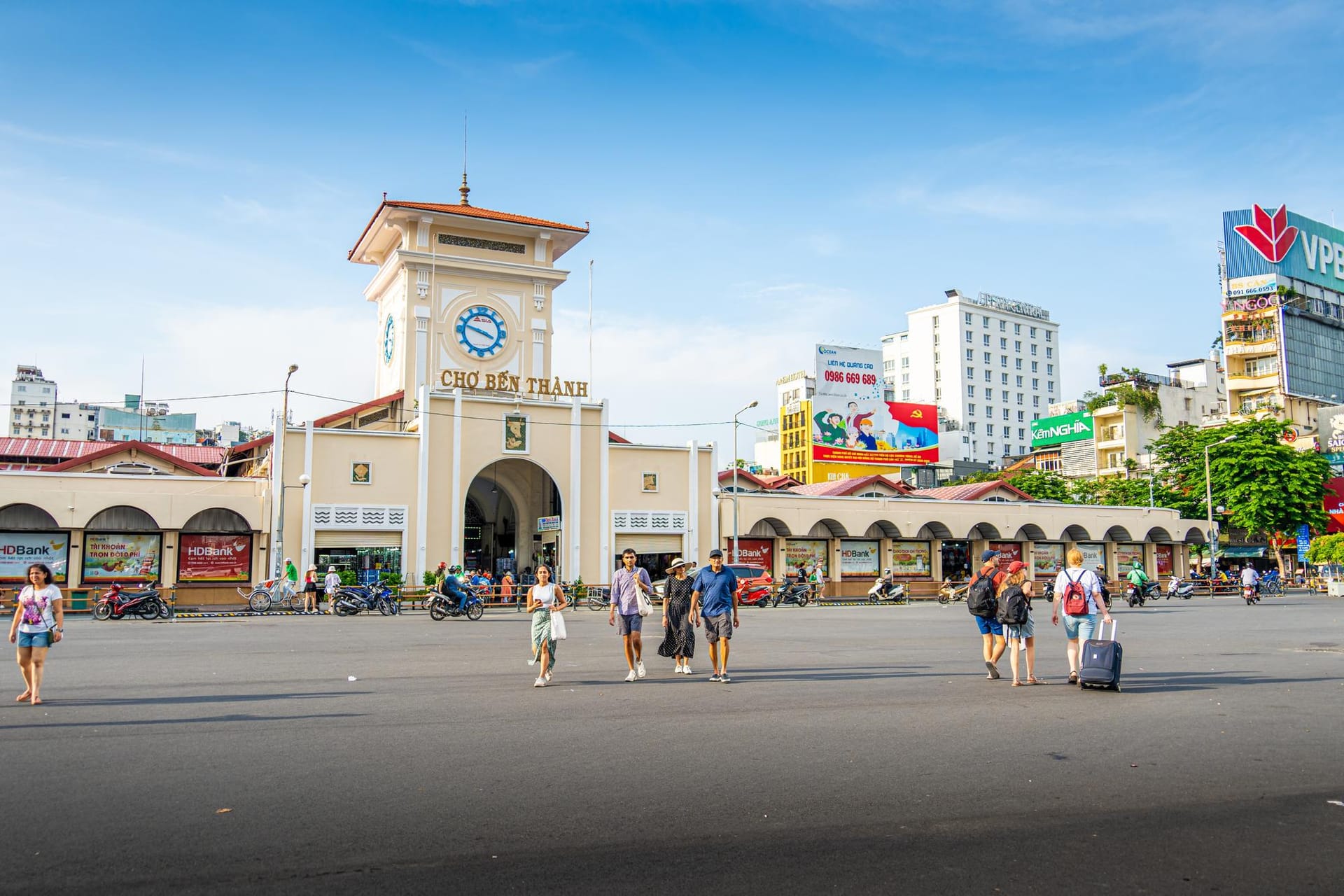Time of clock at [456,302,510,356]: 3:48
